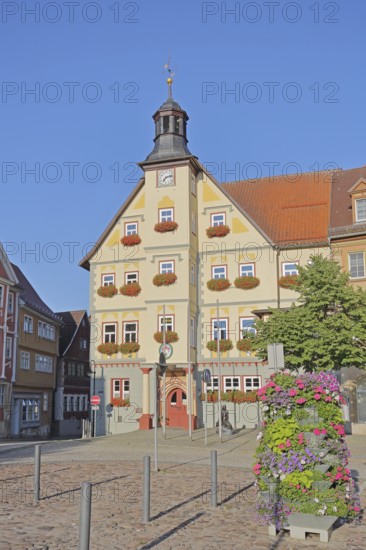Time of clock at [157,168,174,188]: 7:12
